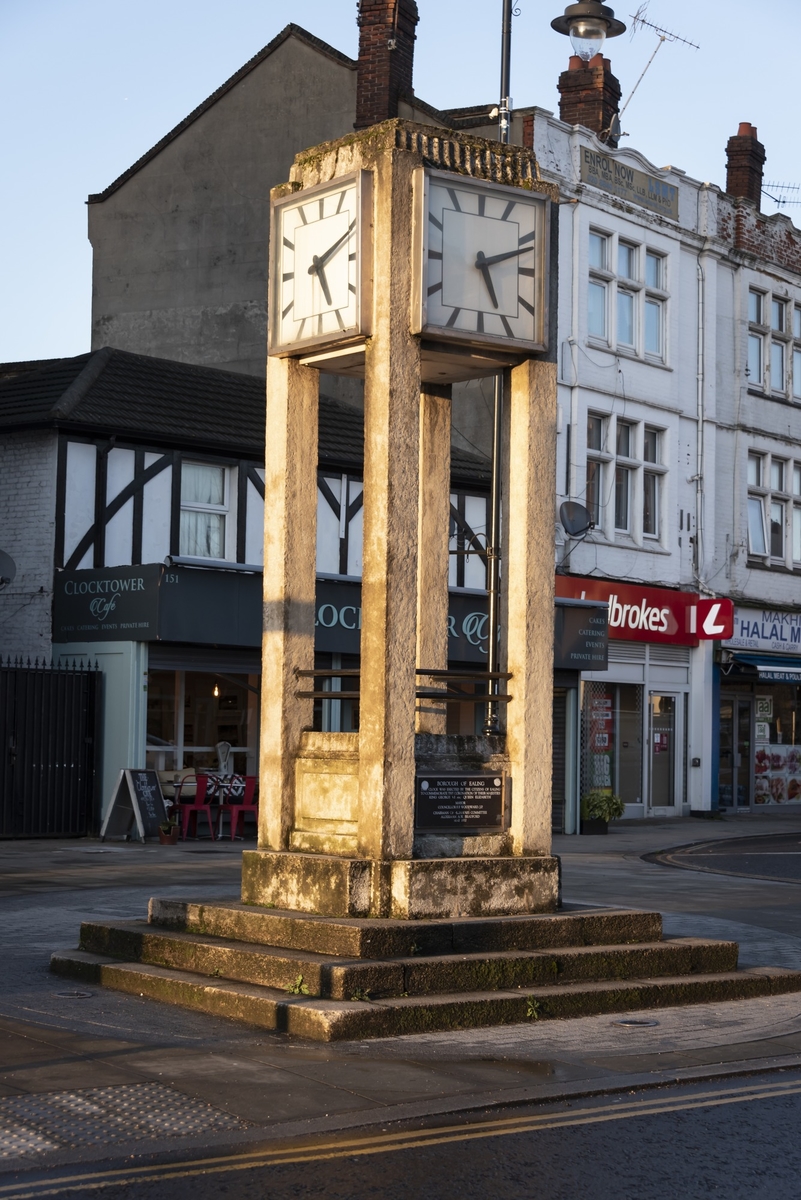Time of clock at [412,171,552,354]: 5:11
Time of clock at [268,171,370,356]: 5:11
